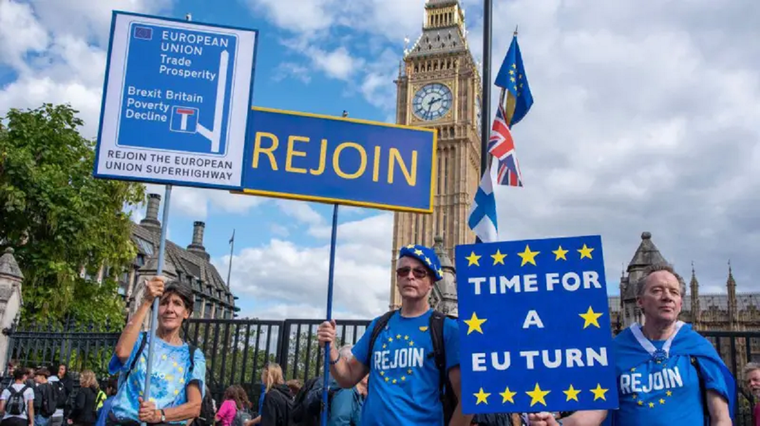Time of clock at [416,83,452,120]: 2:32
